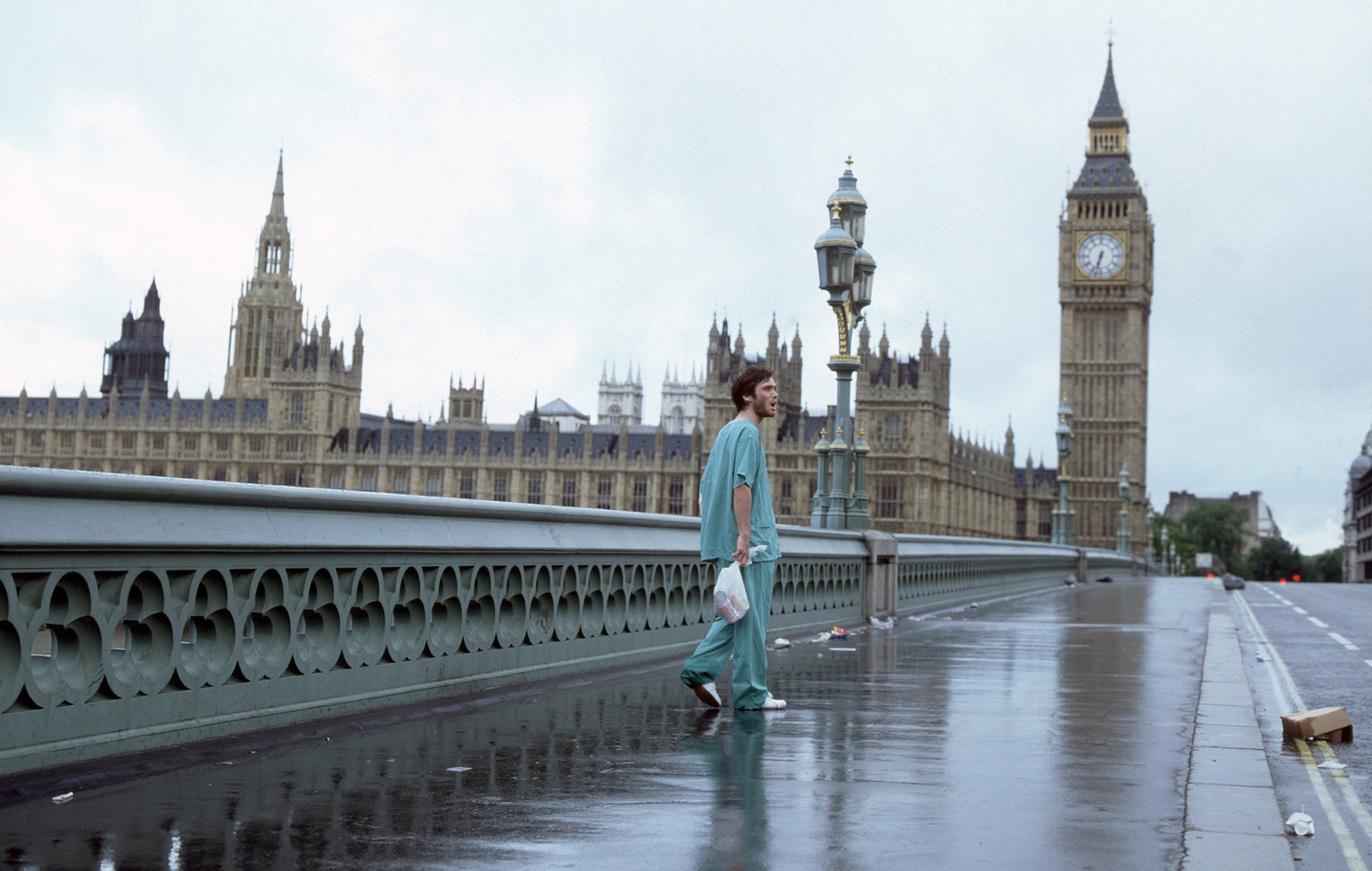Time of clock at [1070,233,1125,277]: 6:32
